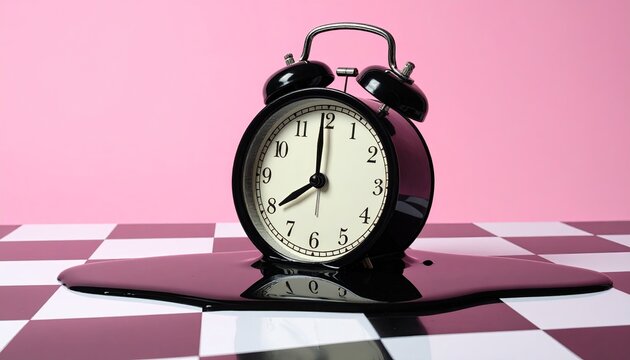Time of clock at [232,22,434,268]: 7:59
